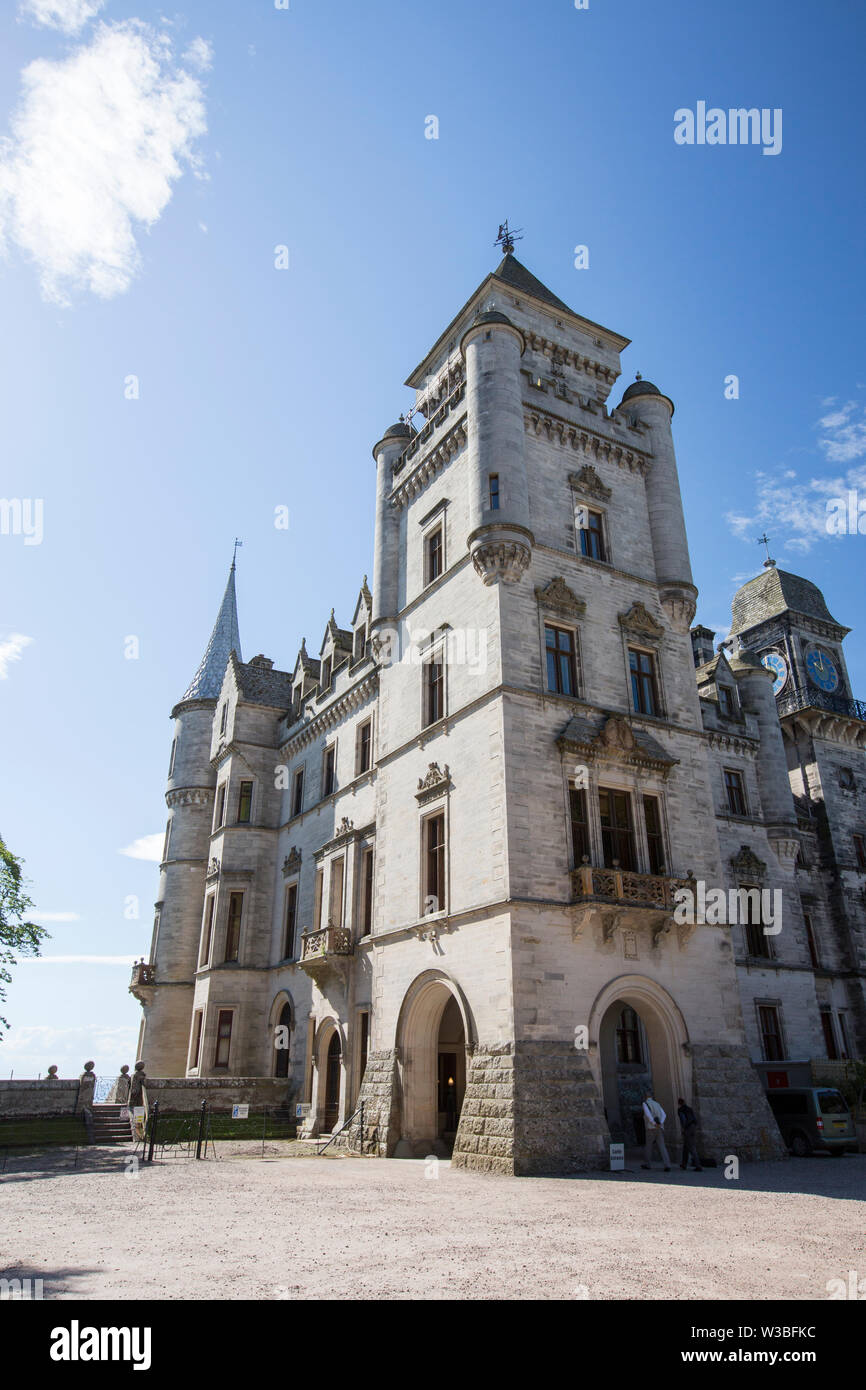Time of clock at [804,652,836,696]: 10:00
